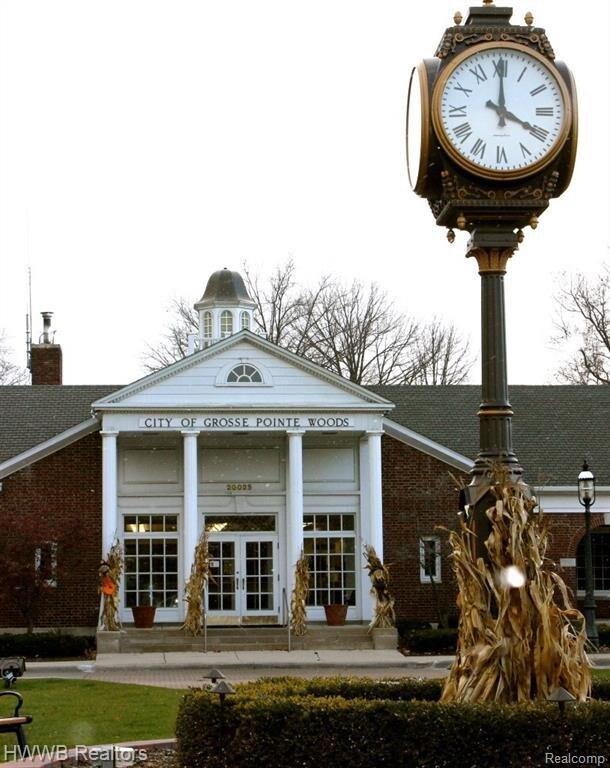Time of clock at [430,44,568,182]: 4:00
